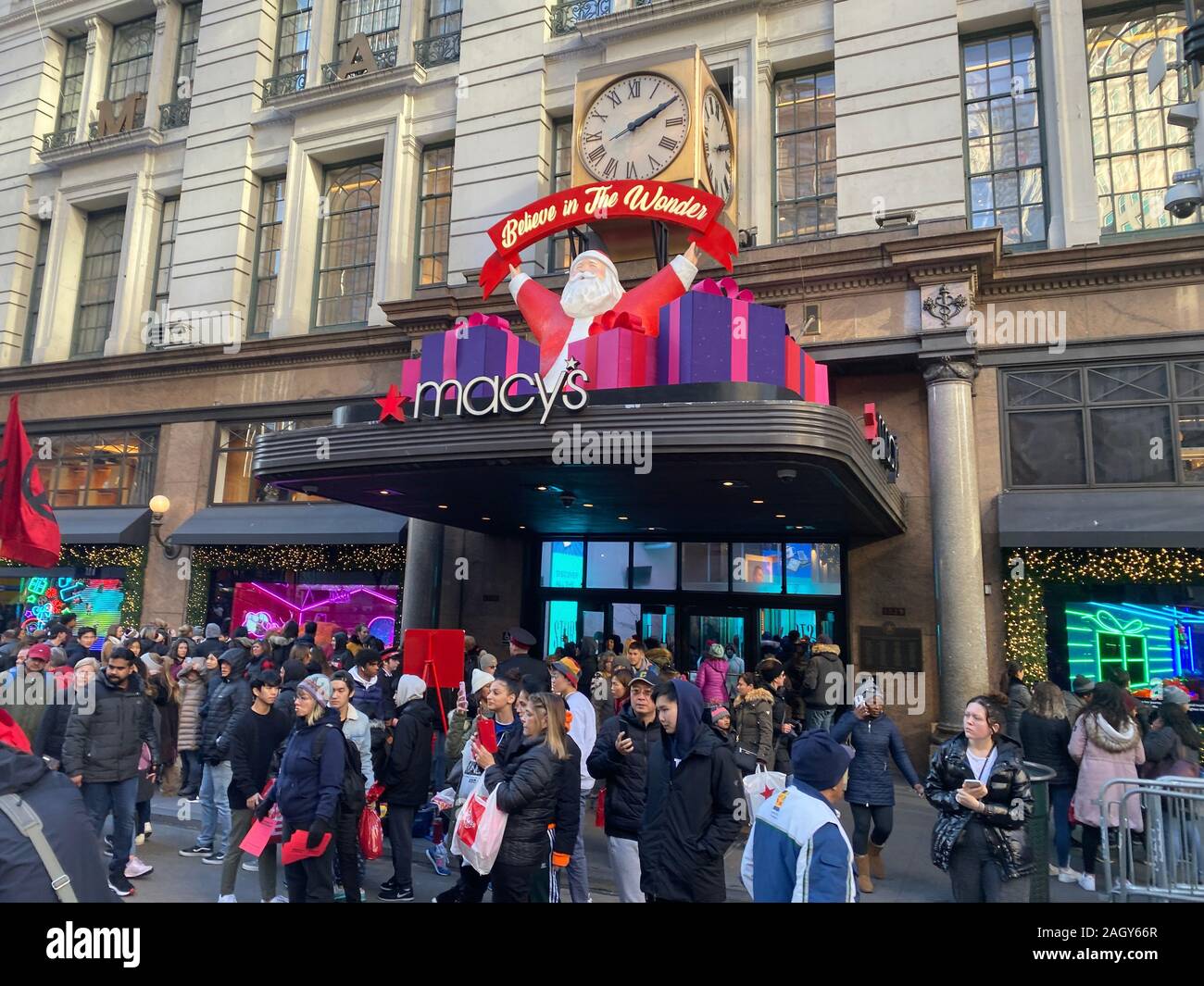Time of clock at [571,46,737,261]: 2:10
